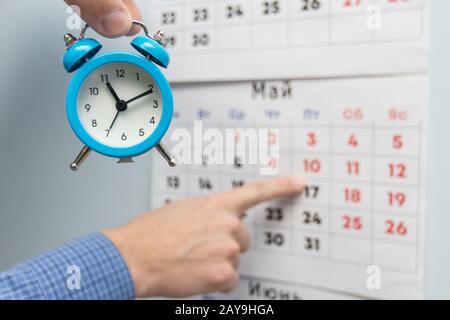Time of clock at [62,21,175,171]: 11:11
